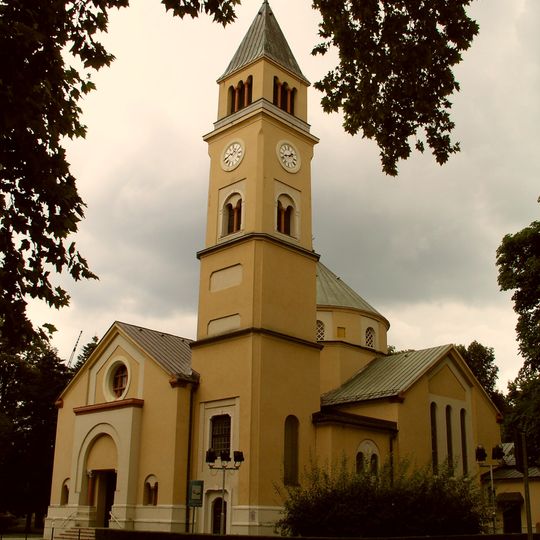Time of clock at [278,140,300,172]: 1:42
